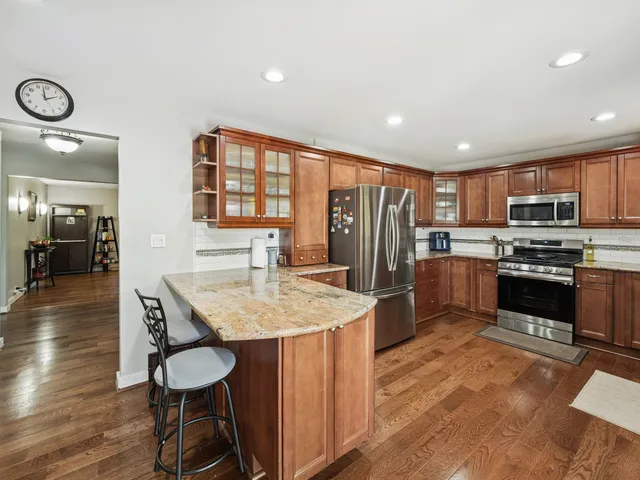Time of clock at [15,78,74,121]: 1:58
